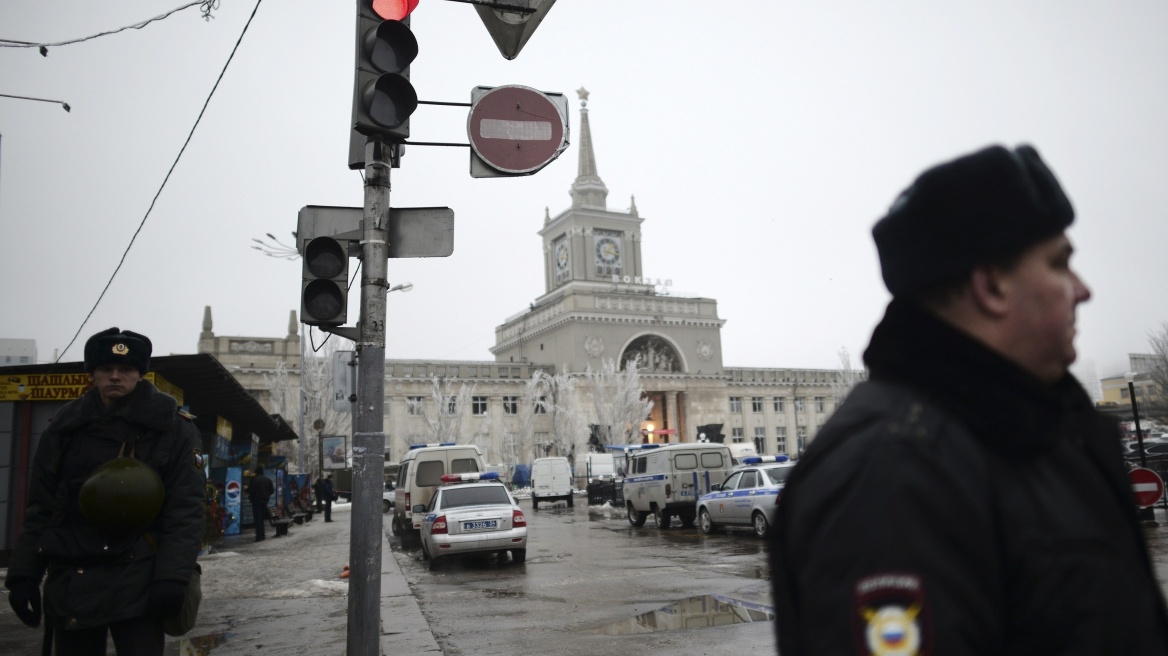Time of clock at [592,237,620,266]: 7:17
